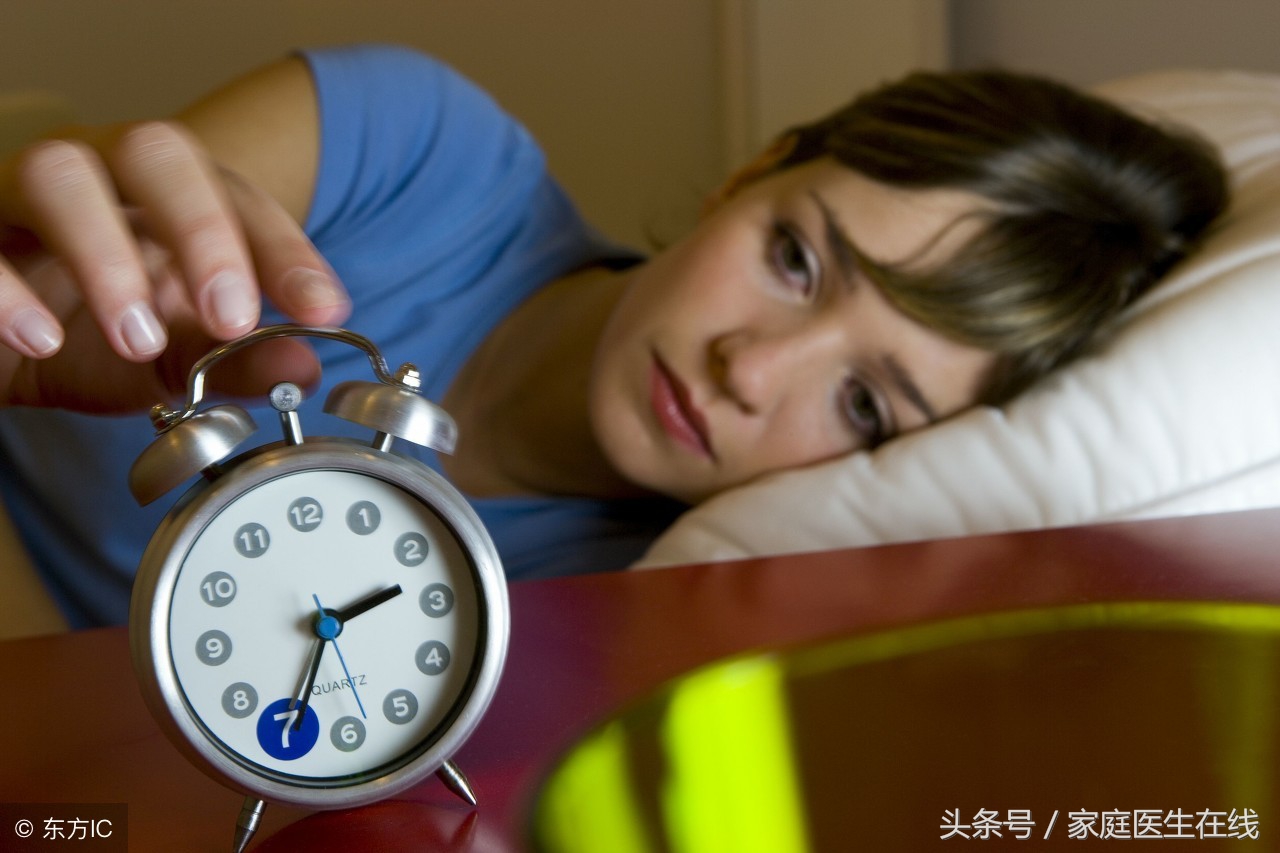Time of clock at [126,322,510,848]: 2:34
